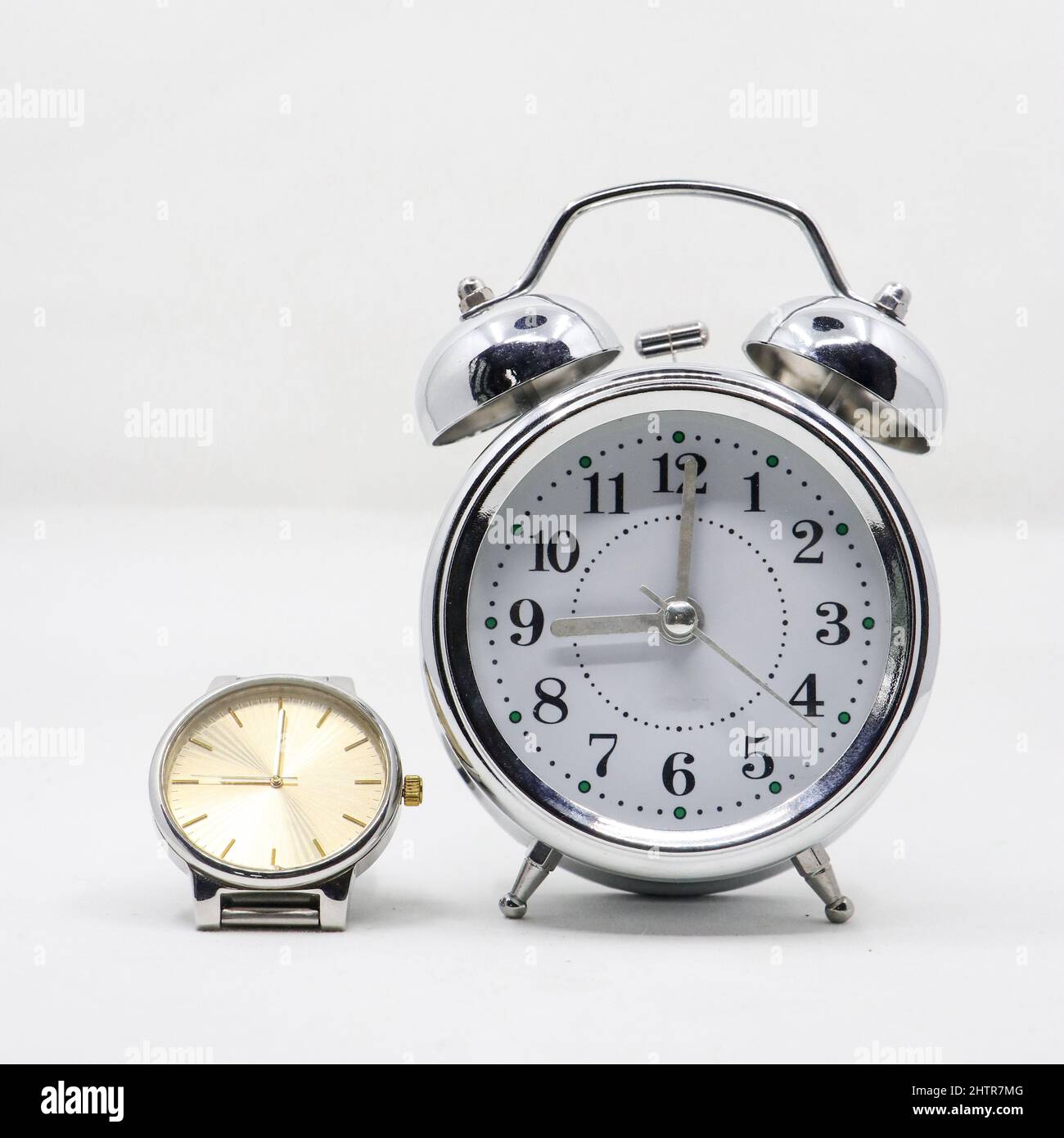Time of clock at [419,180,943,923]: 9:01
